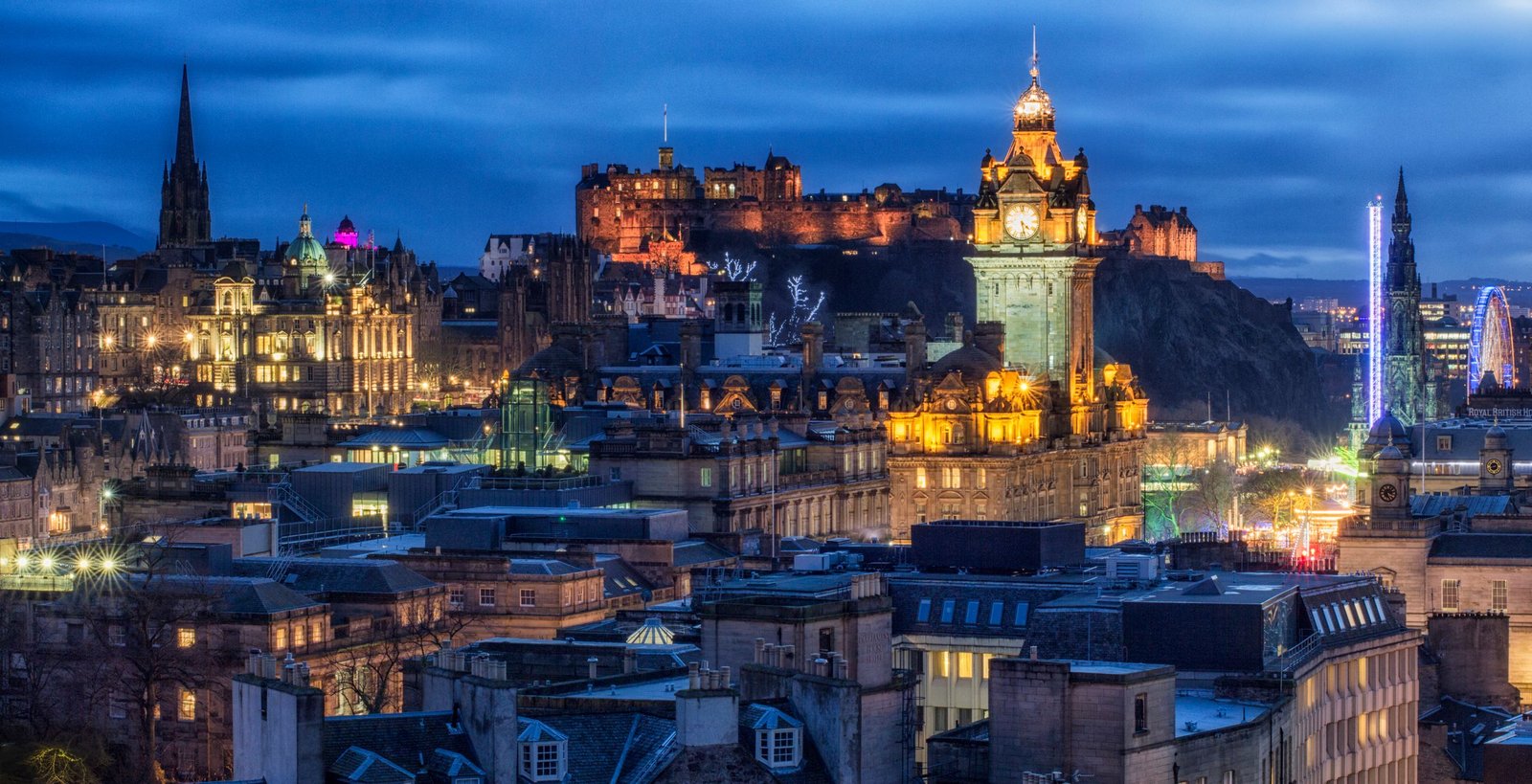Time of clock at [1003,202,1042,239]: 4:28
